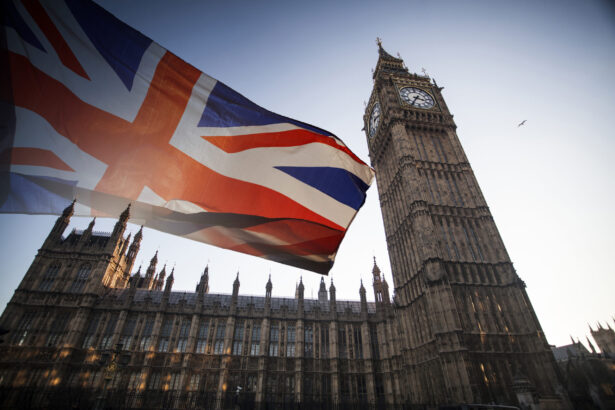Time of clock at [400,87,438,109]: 3:35
